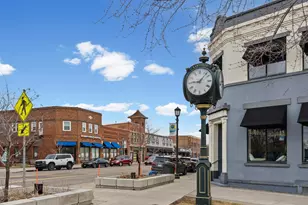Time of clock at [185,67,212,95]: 9:07
